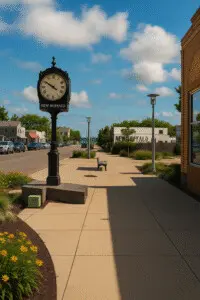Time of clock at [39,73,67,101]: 9:50
